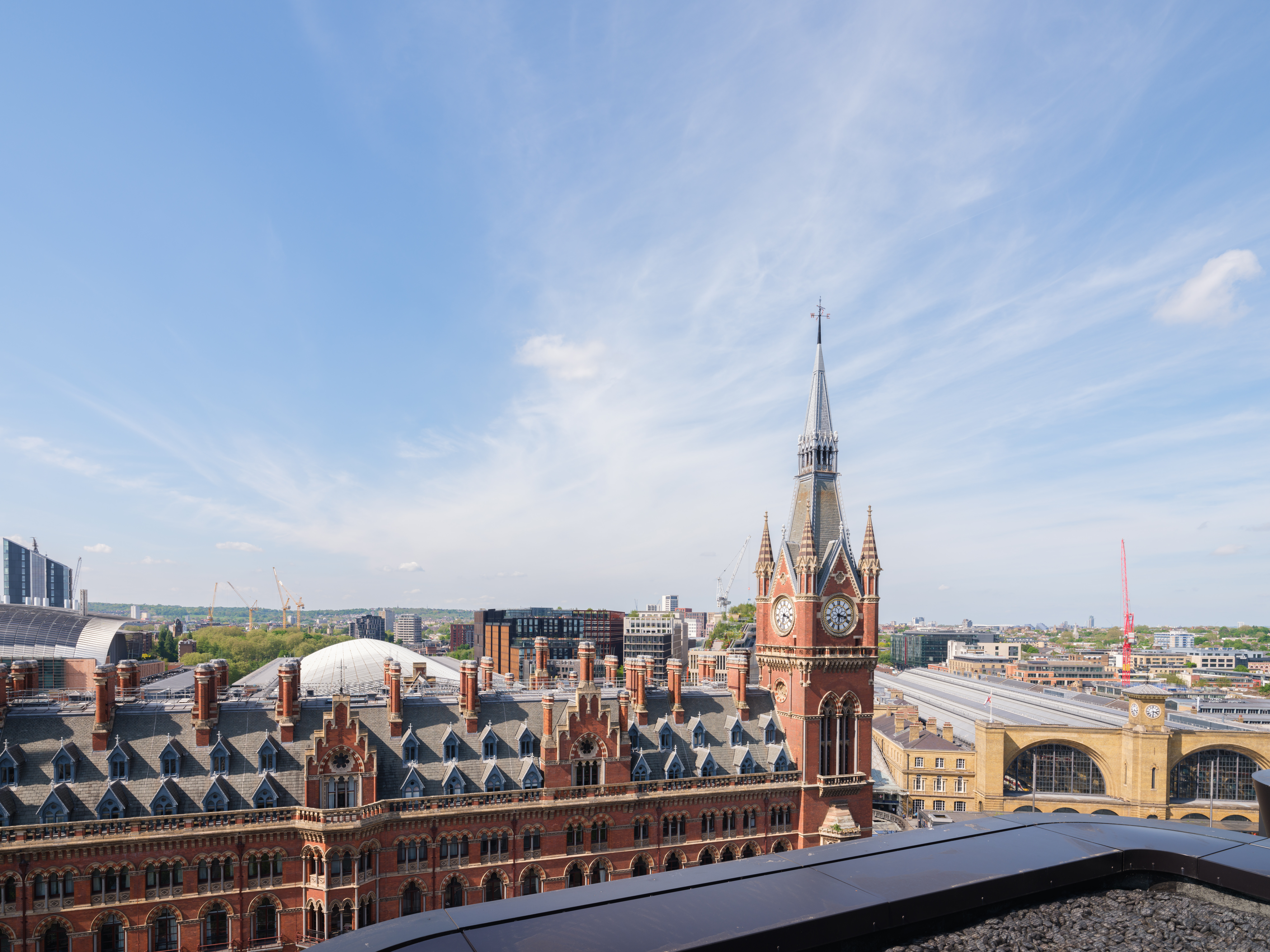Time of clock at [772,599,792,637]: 3:32
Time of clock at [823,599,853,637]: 3:29
